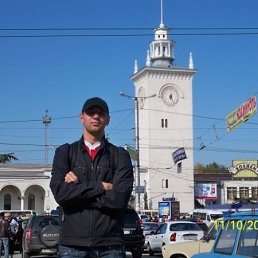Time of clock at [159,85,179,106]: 6:25
